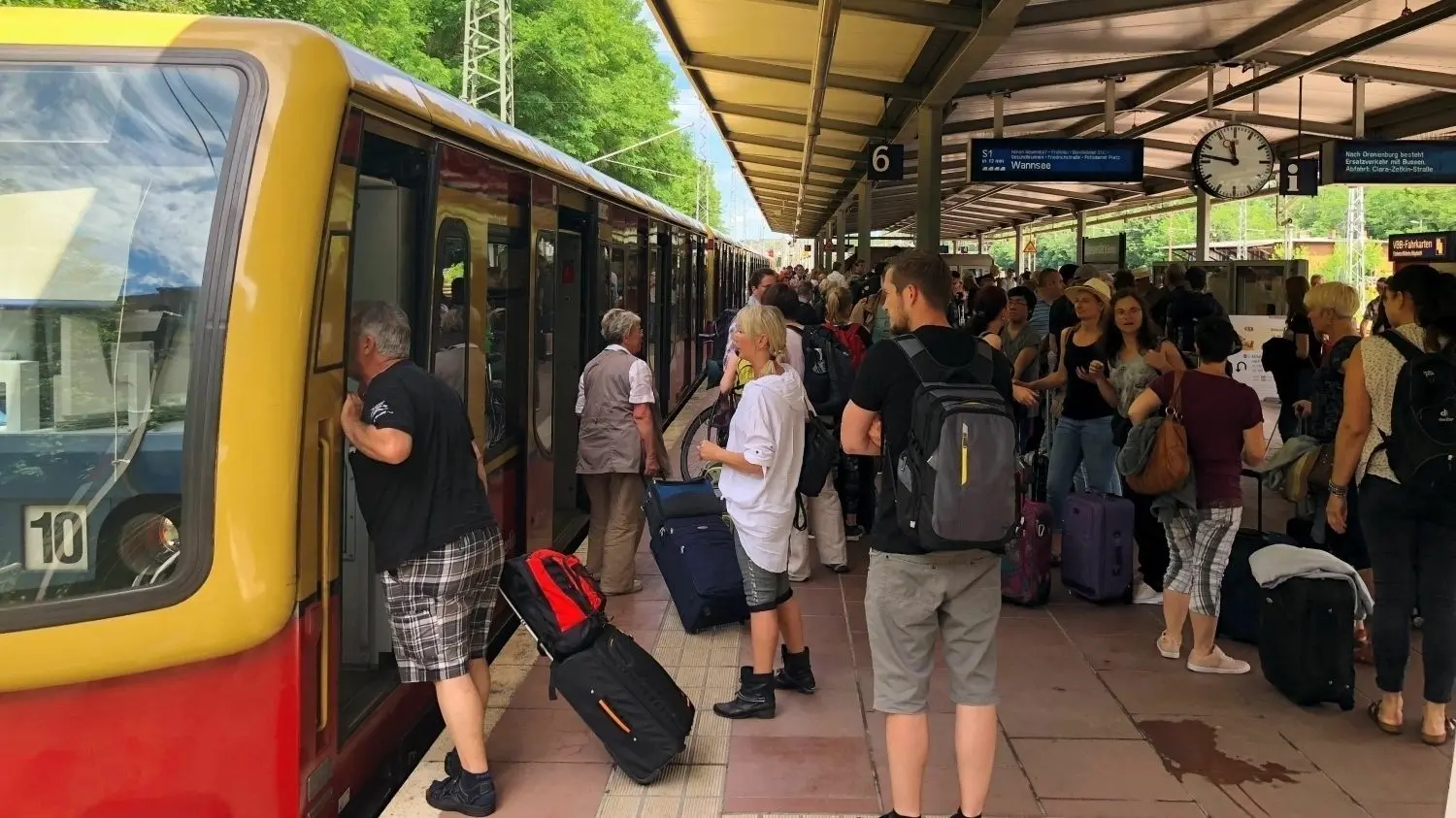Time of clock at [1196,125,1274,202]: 11:46
